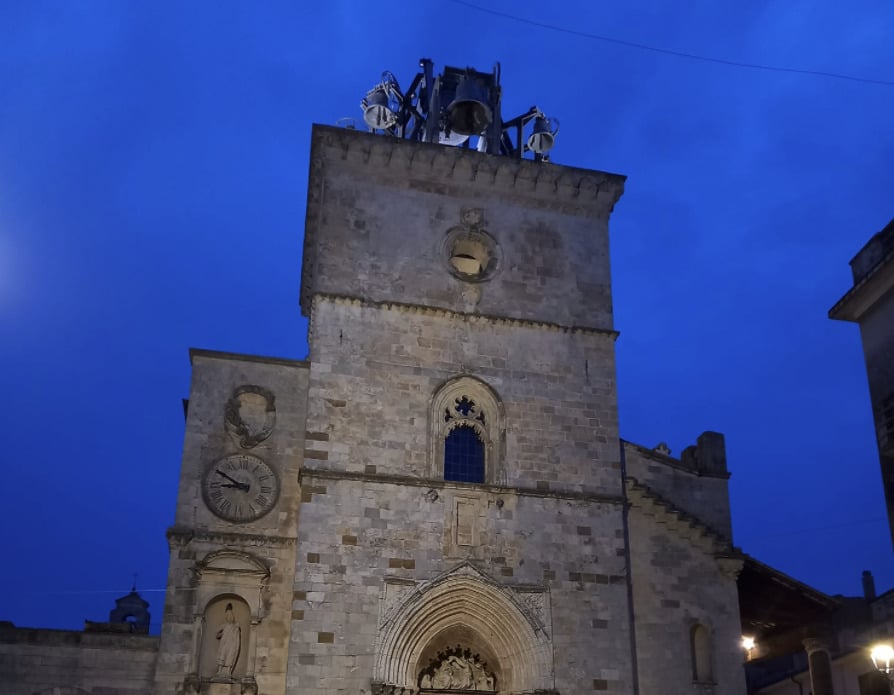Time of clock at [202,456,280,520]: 8:50
